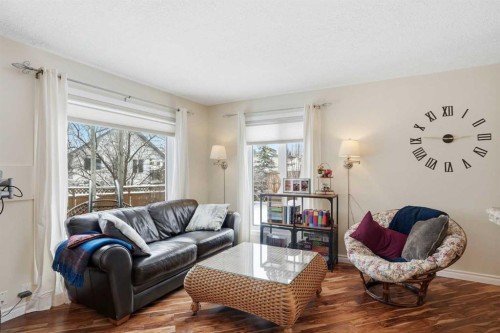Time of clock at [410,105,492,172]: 2:46
